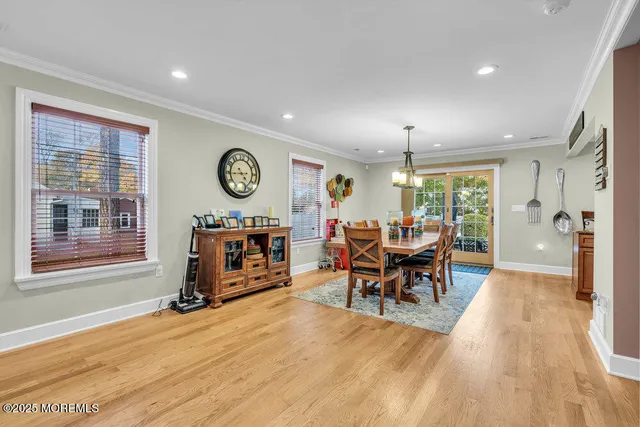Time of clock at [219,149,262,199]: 4:44
